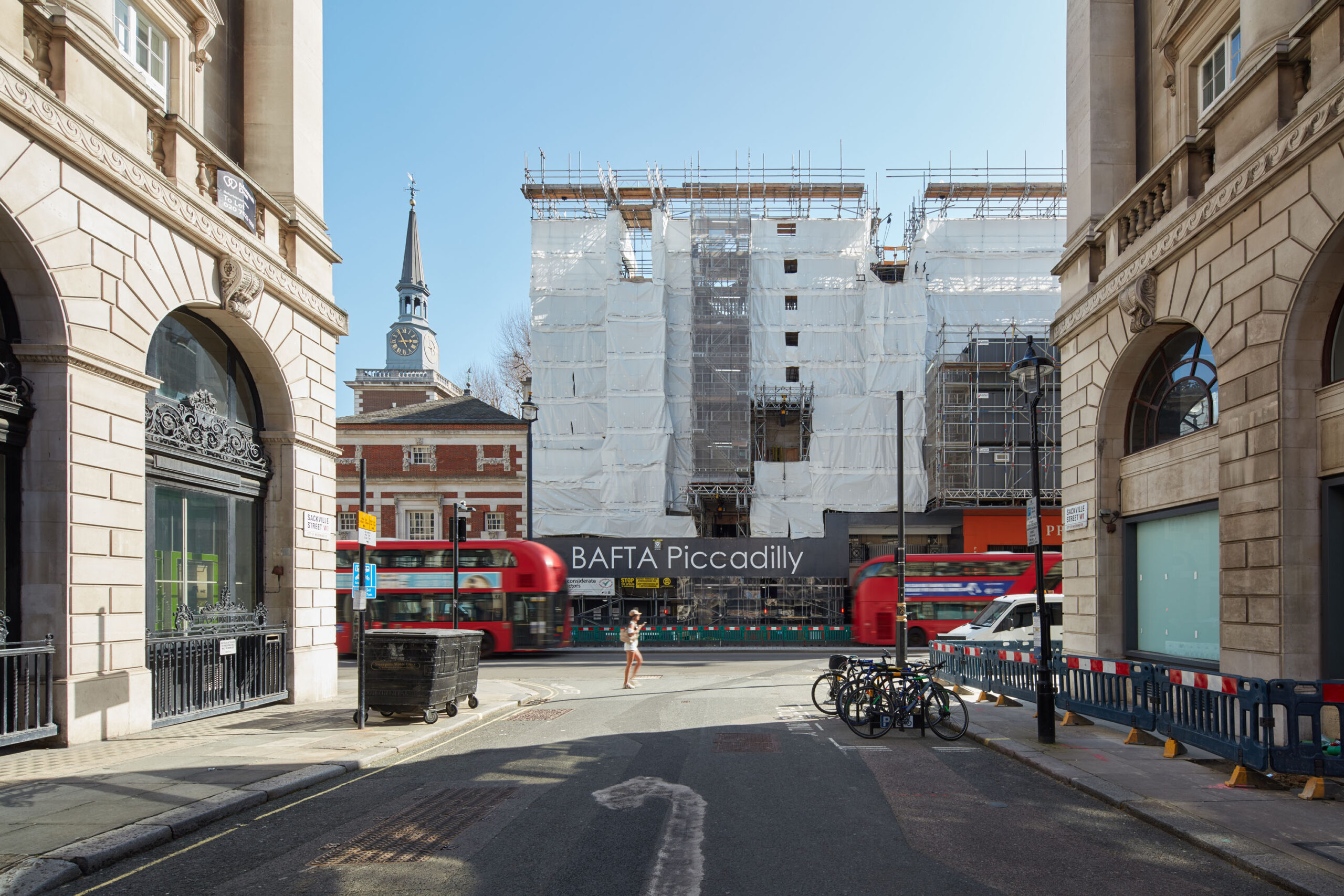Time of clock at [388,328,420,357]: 2:55
